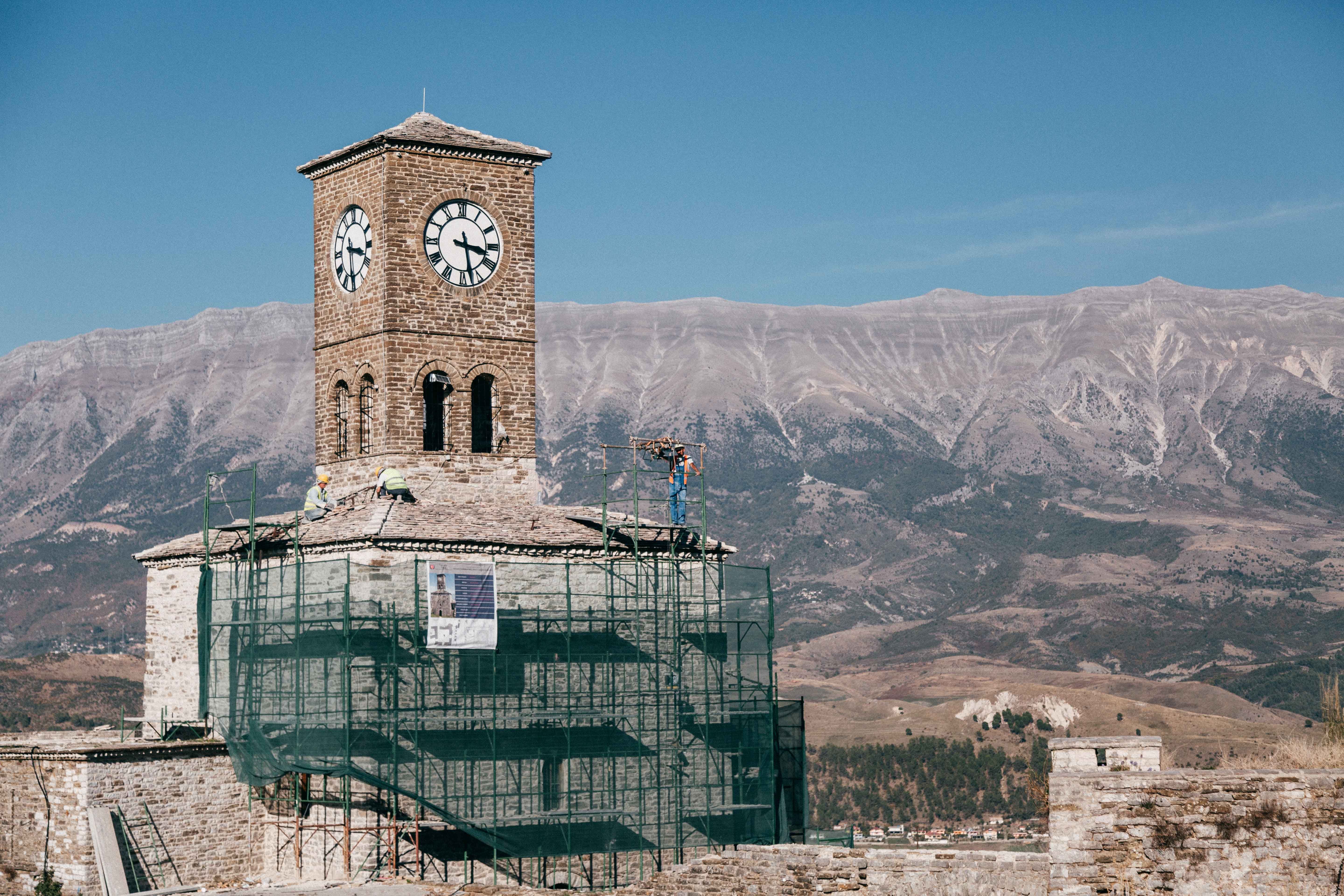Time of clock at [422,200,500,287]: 3:27
